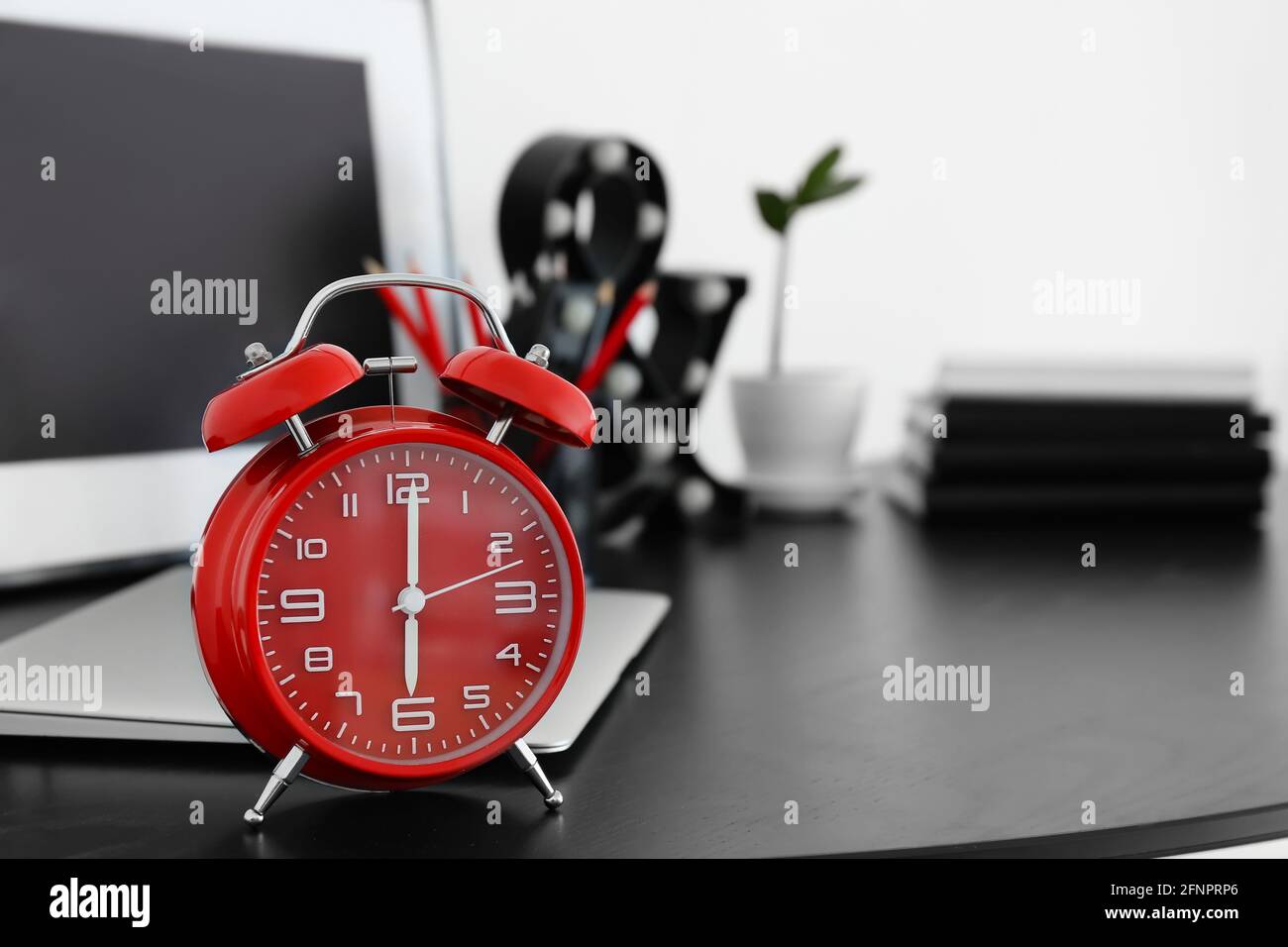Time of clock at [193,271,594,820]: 6:00
